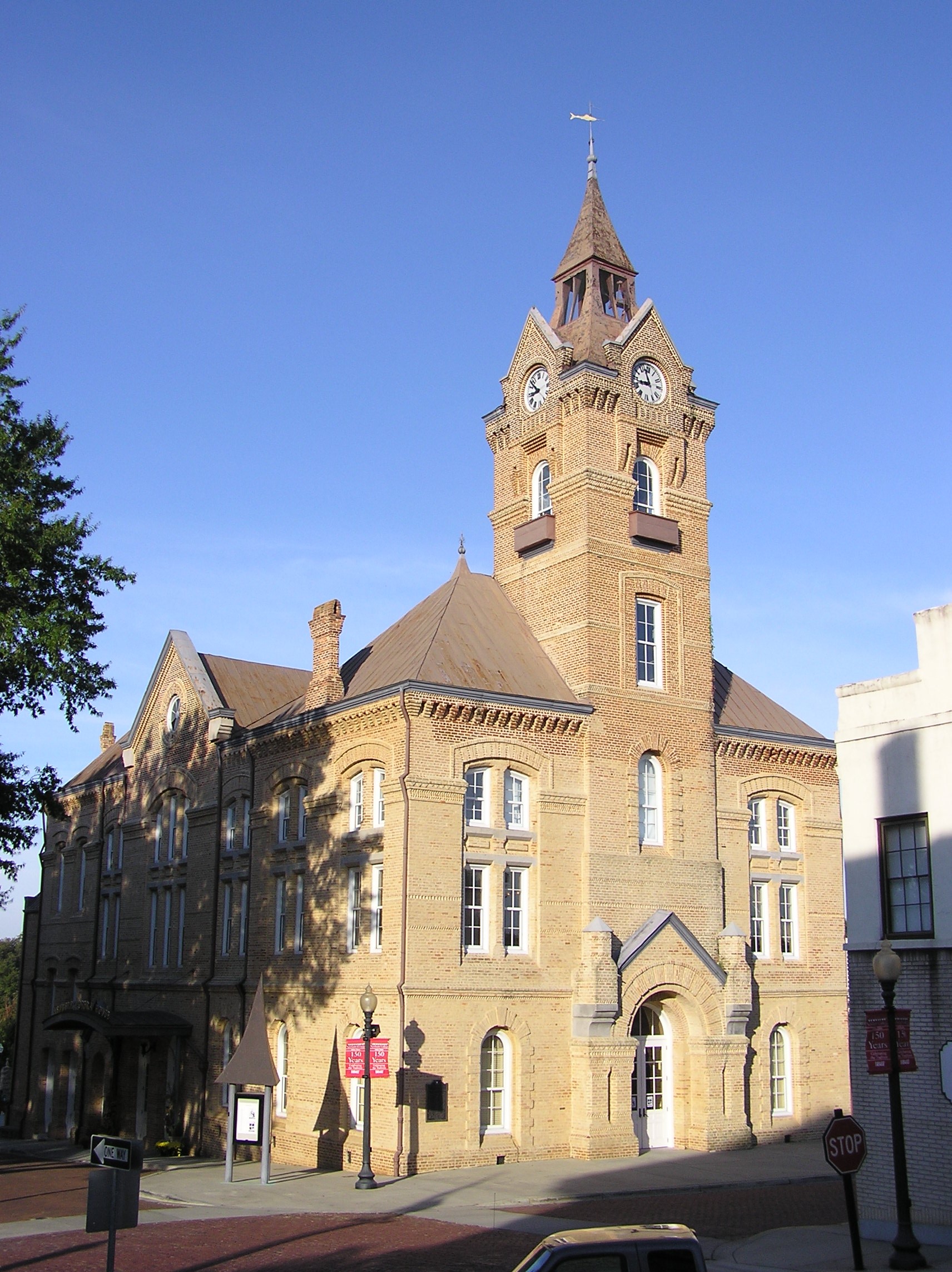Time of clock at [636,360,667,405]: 11:42
